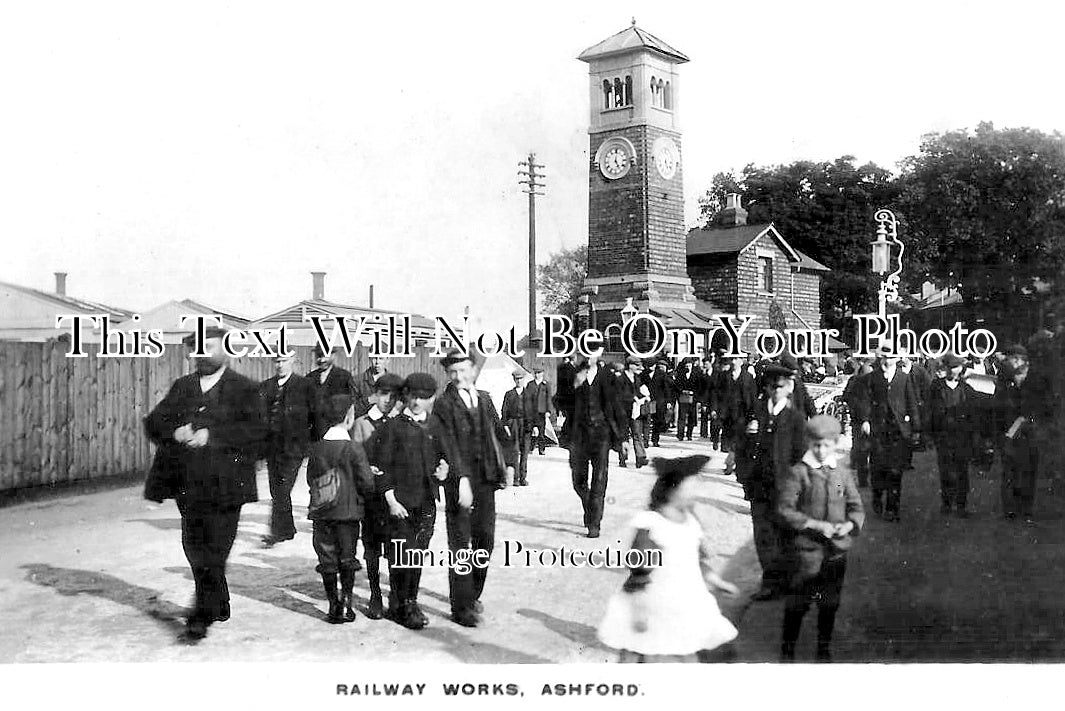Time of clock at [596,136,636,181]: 5:01
